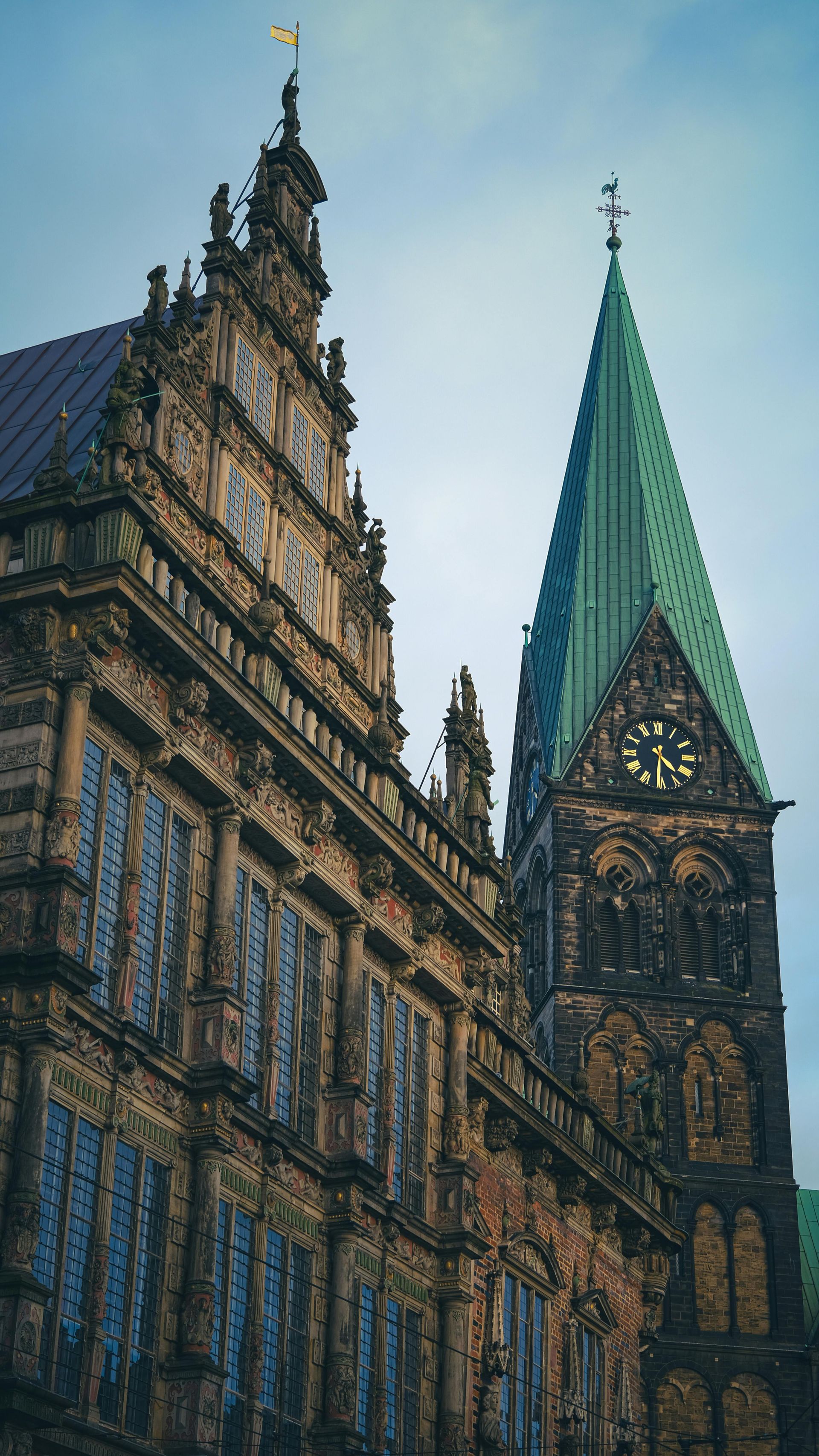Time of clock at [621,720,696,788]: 4:31
